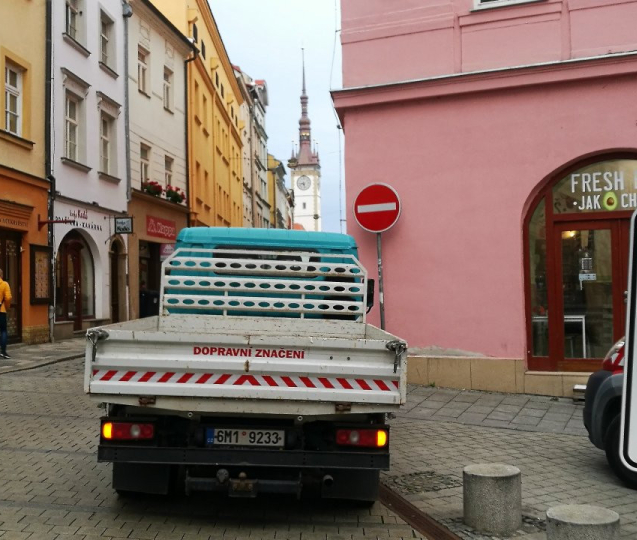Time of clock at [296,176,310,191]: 8:27
